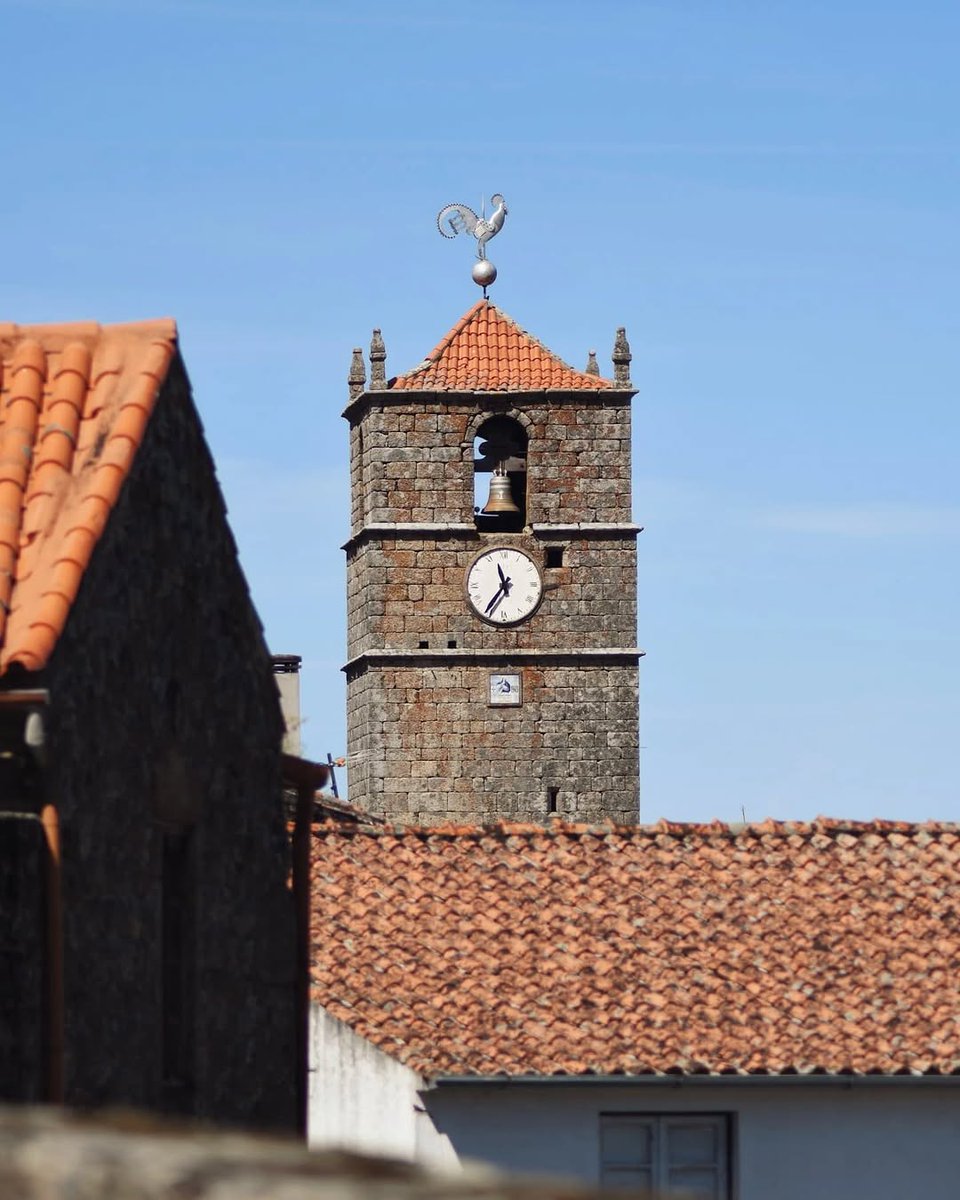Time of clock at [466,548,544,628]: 11:35
